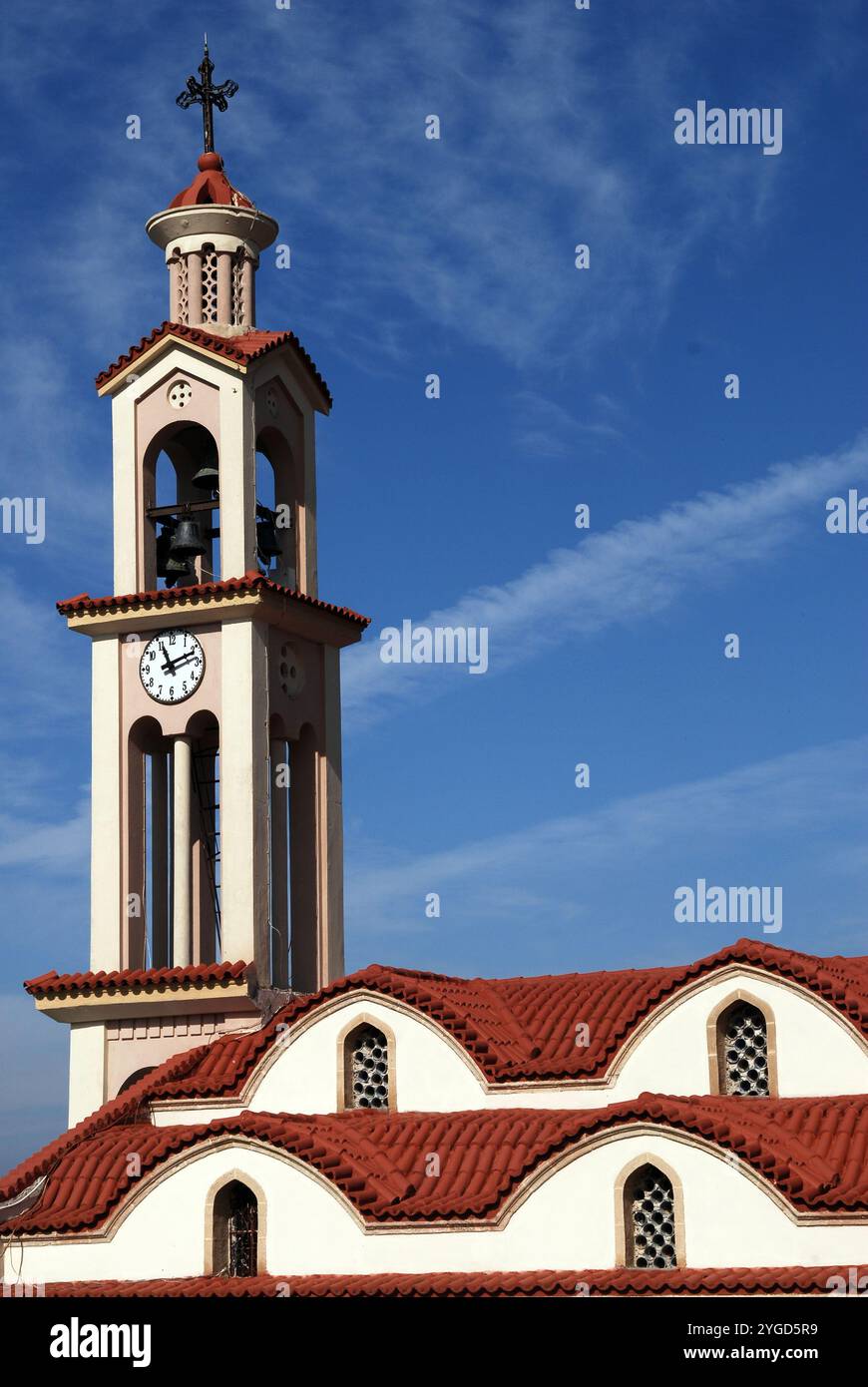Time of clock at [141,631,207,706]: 11:11
